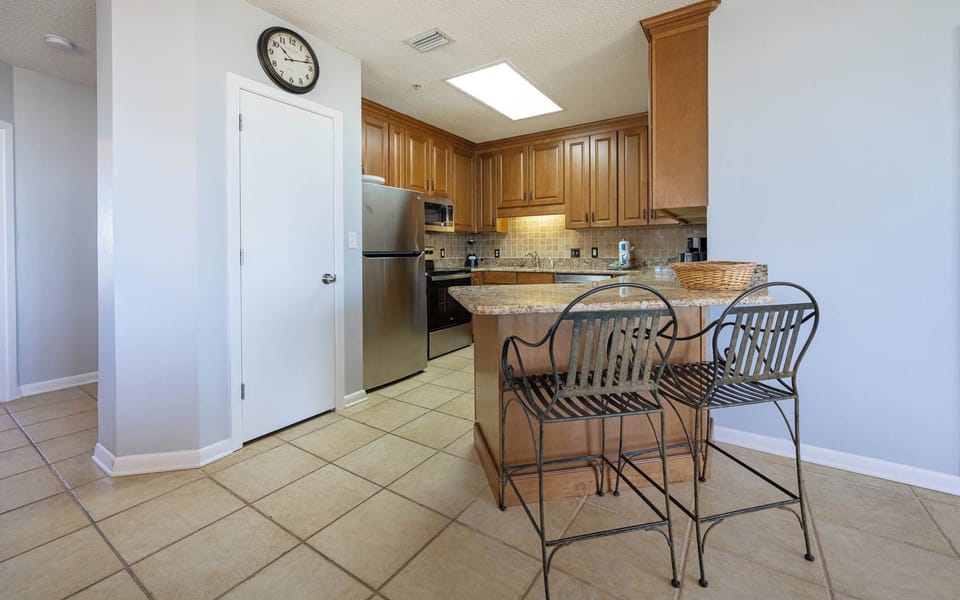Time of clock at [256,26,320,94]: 10:12
